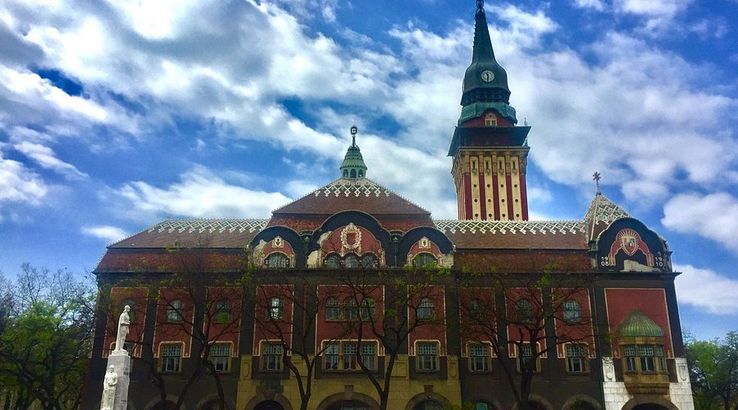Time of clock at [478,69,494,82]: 11:31
